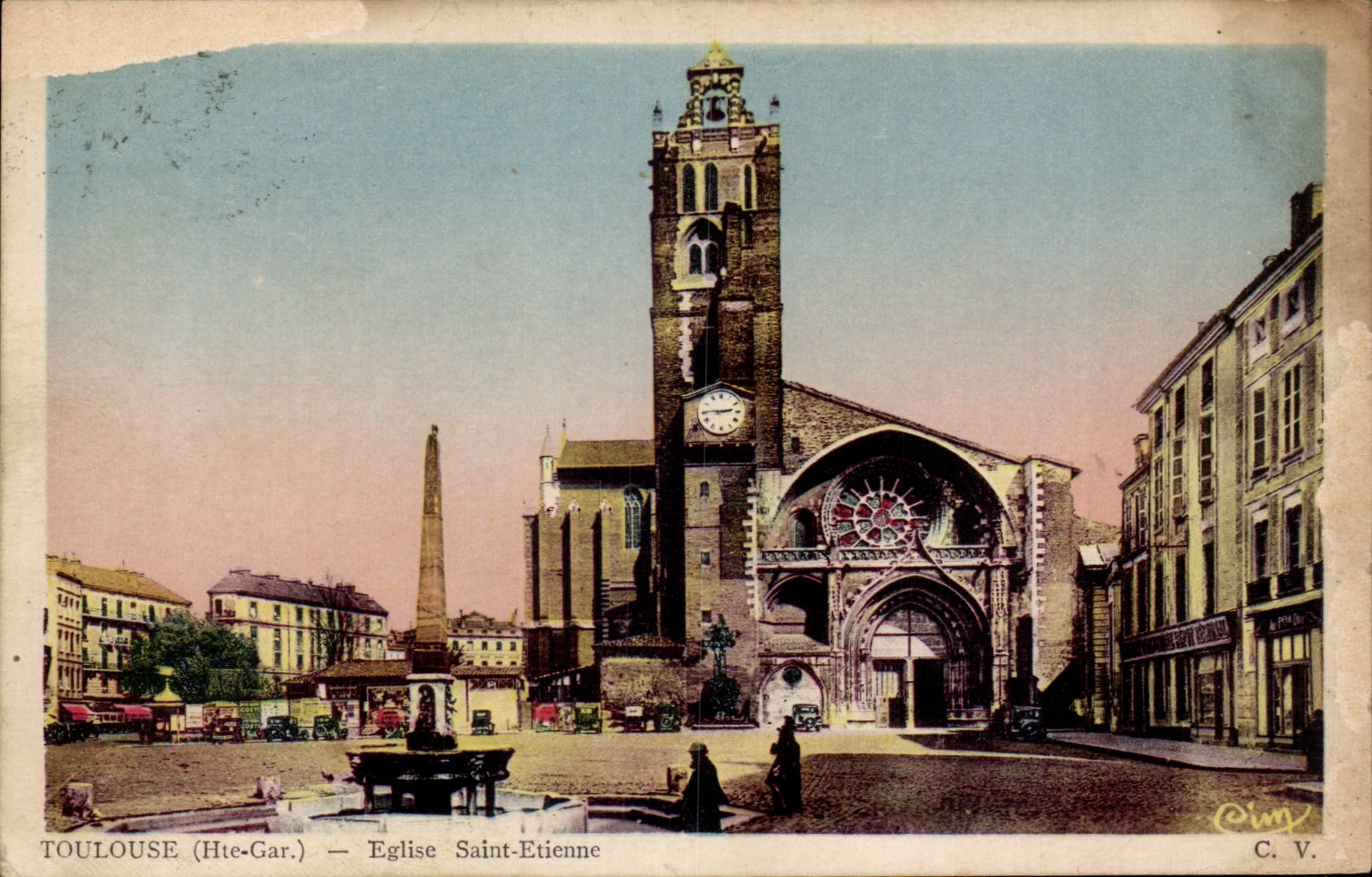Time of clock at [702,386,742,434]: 2:45
